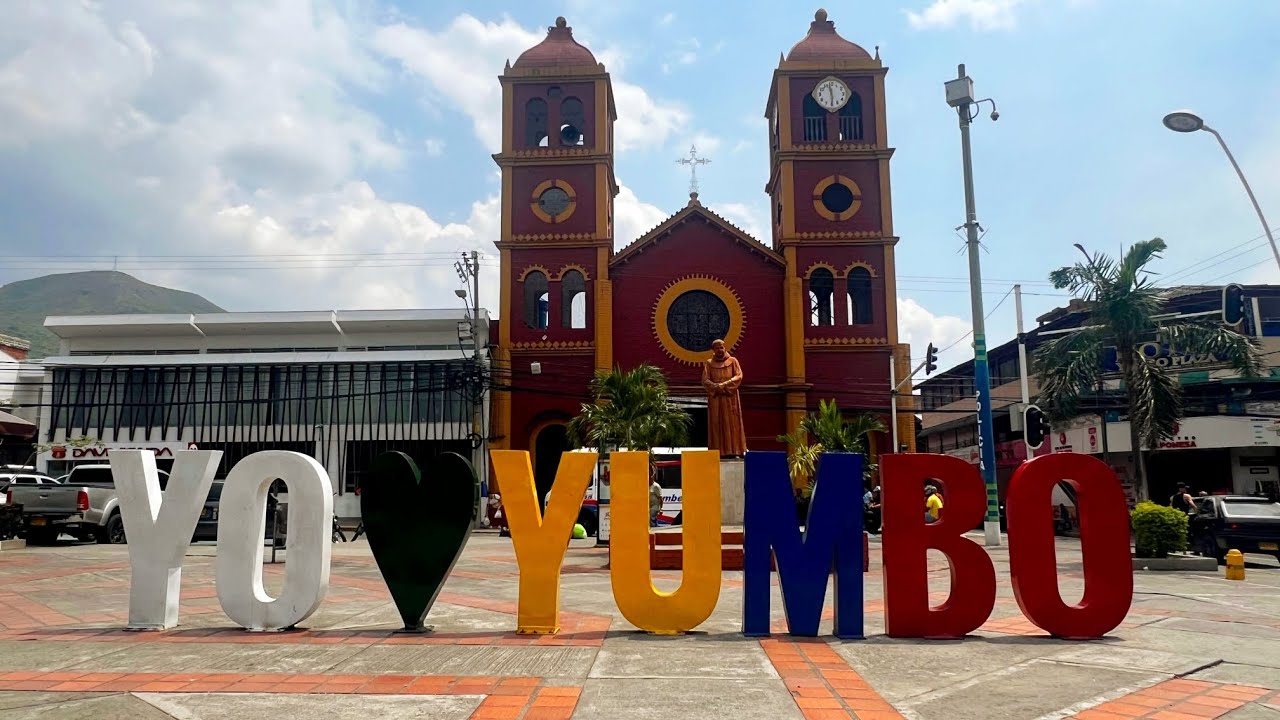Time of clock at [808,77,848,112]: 11:29
